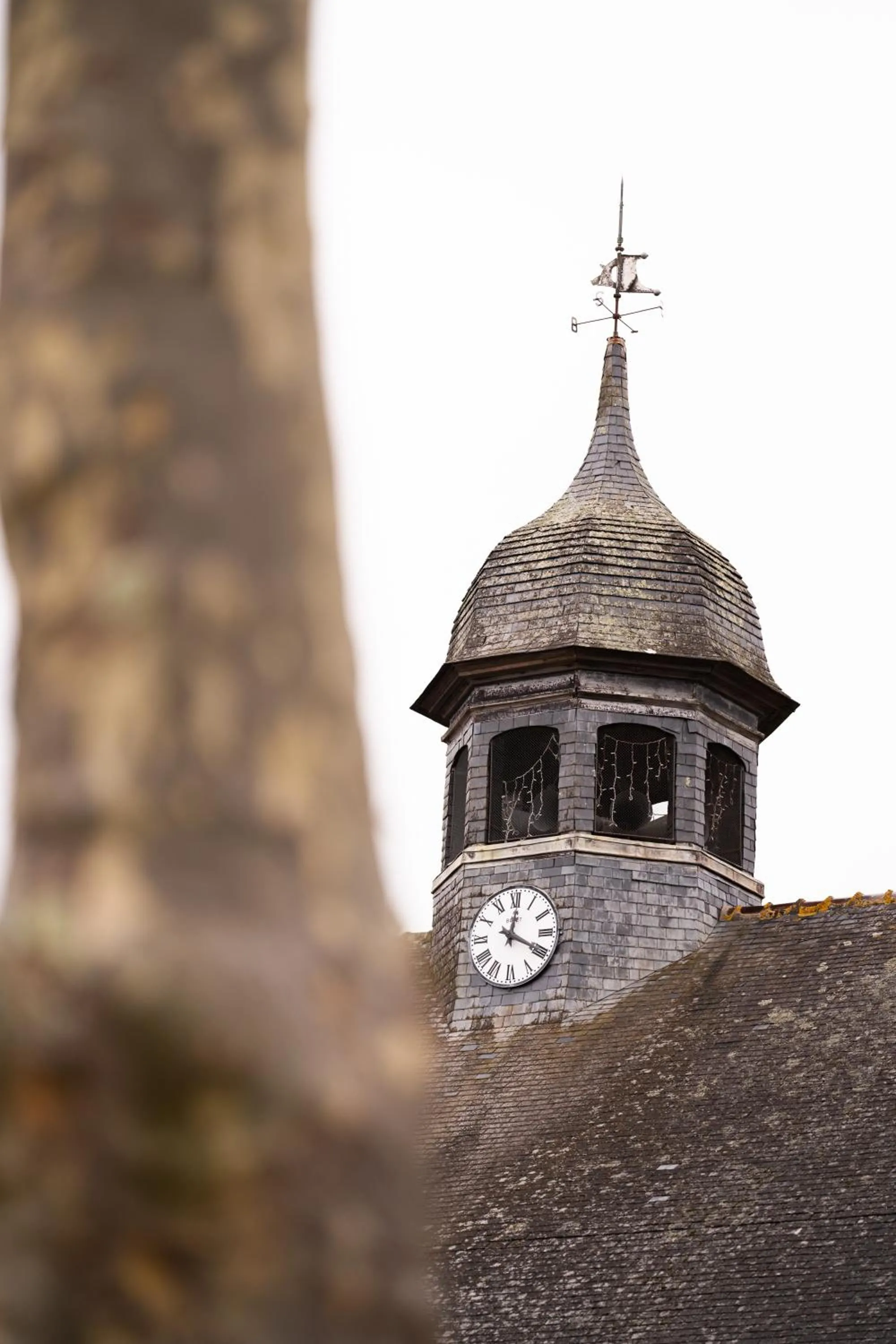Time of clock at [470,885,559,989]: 12:19
